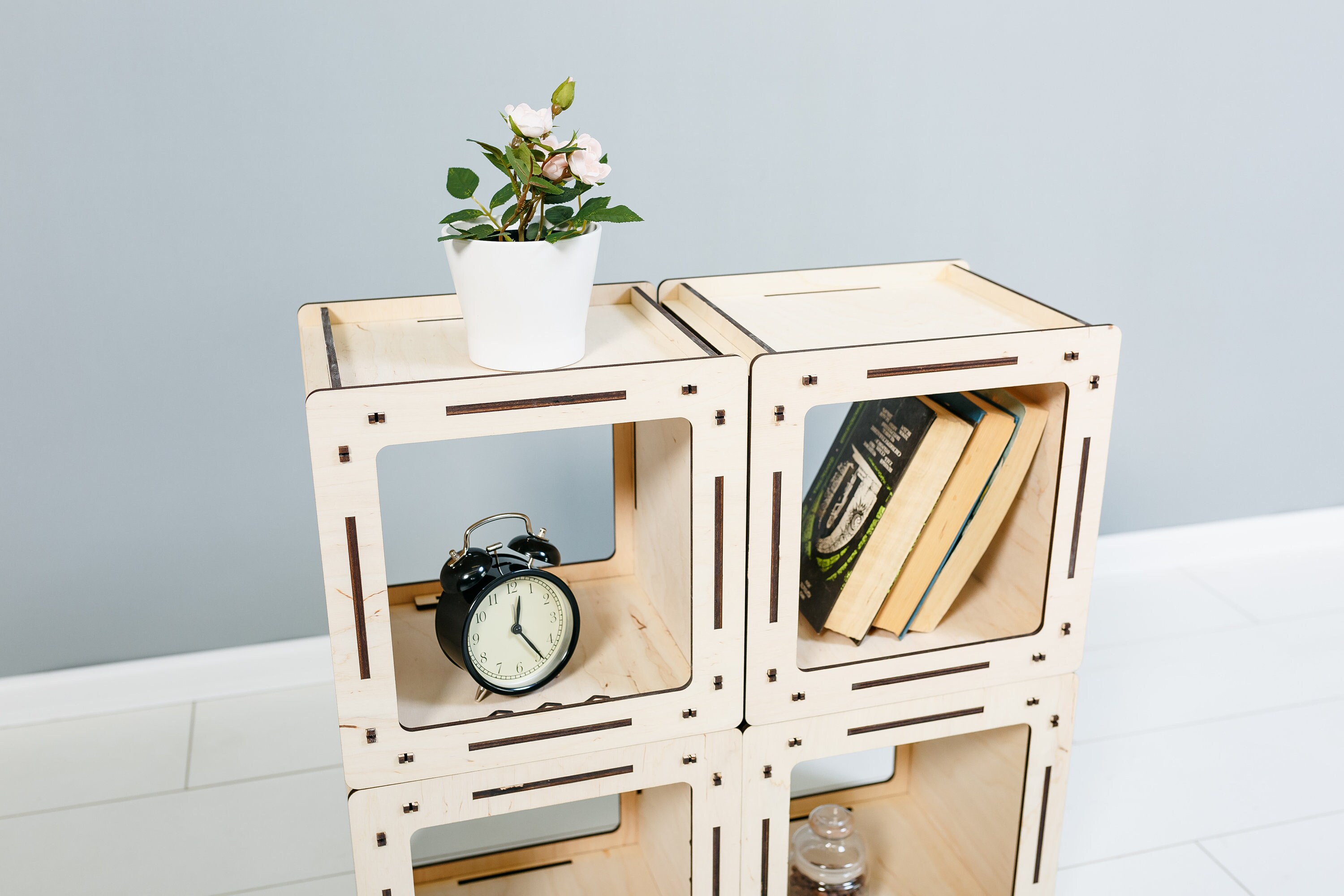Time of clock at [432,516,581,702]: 12:24
